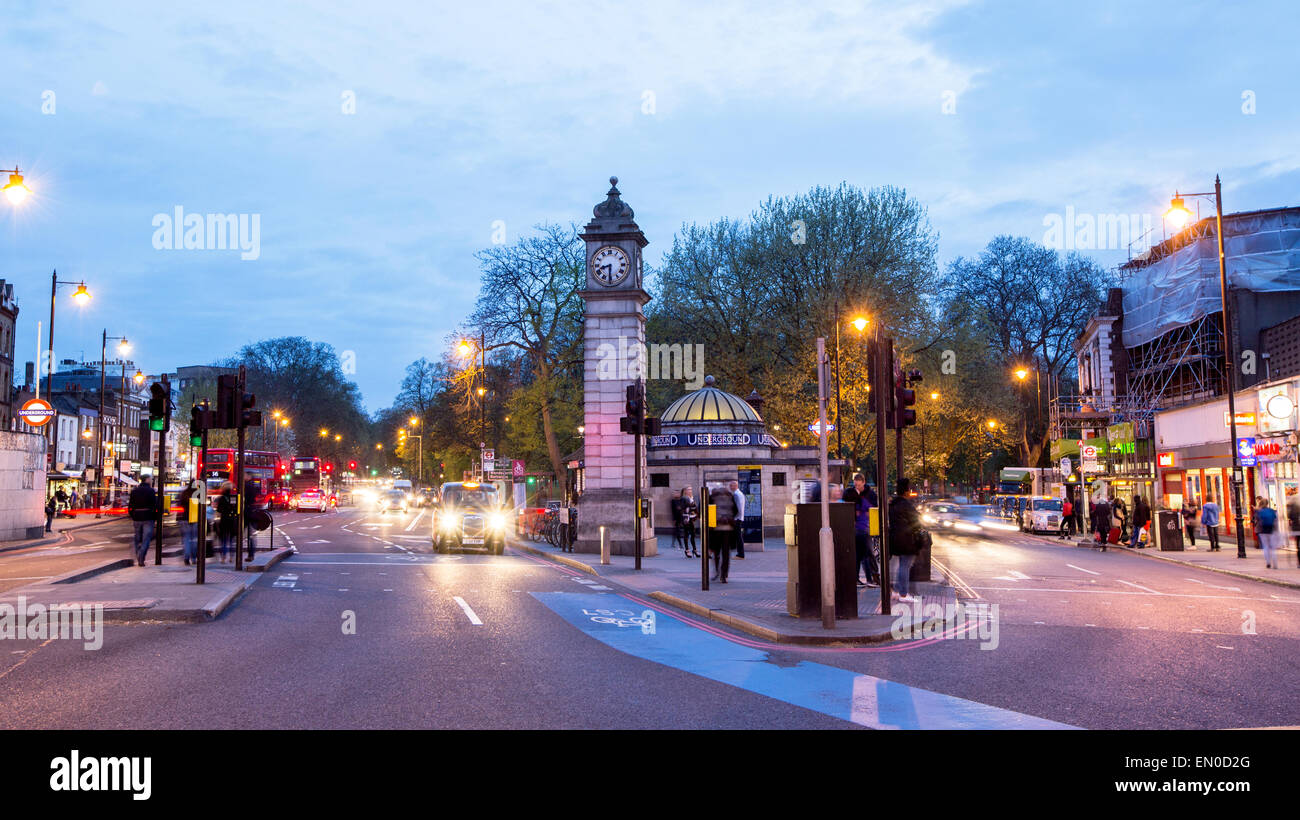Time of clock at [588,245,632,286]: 8:30
